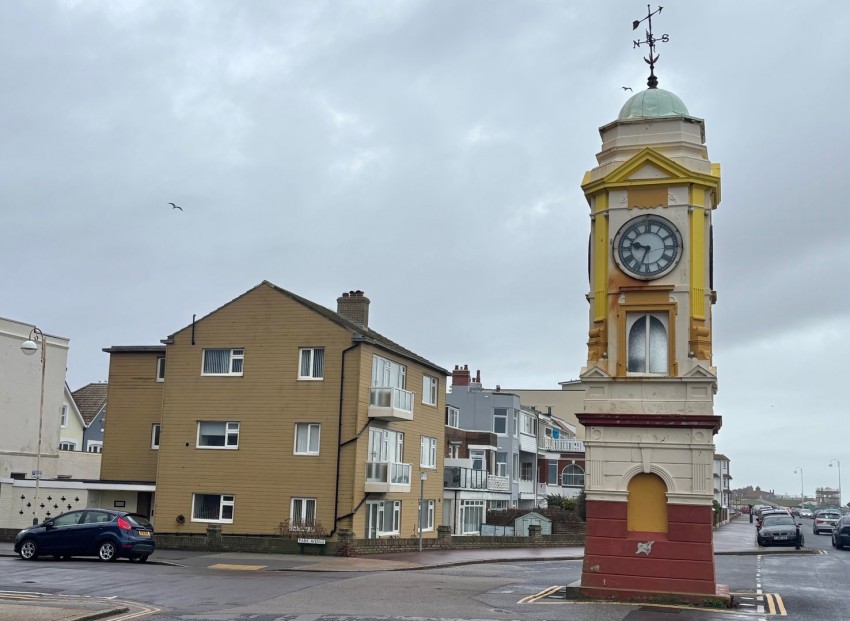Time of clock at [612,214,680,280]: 9:33
